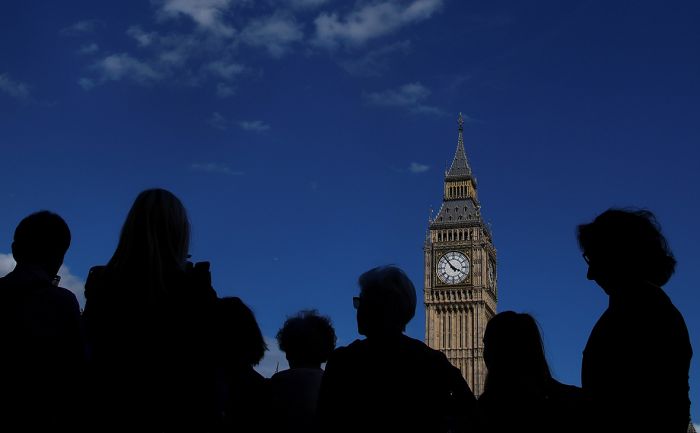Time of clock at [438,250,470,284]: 3:53
